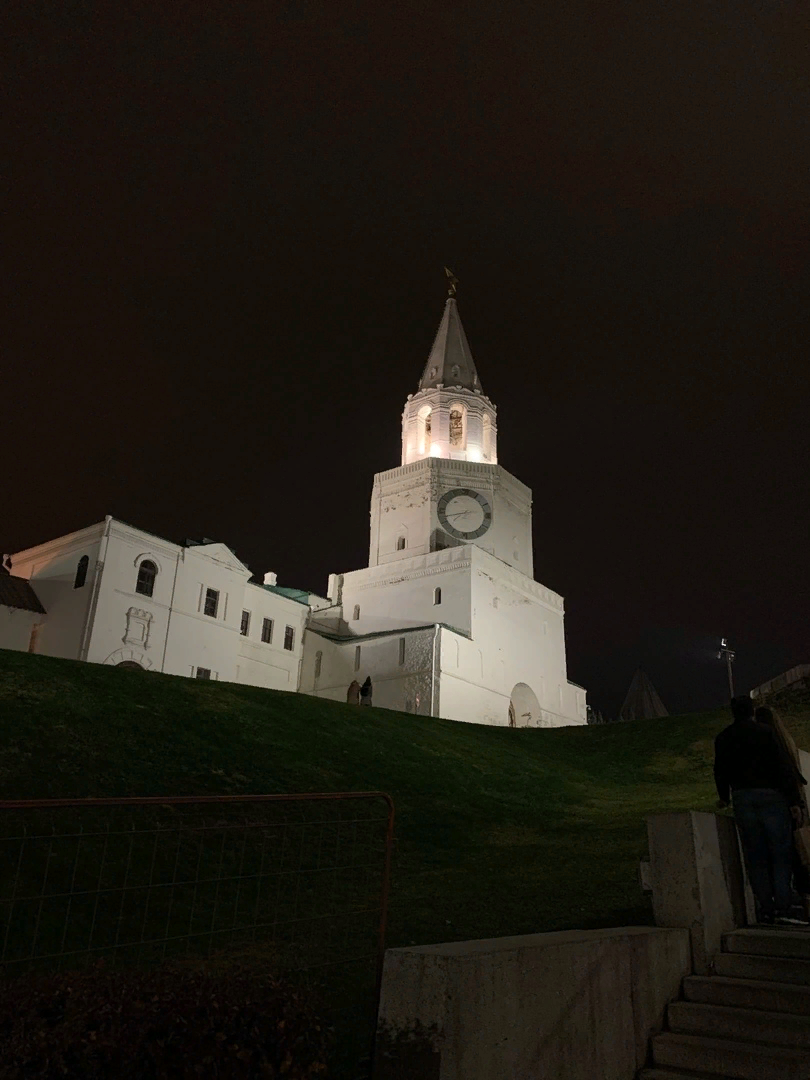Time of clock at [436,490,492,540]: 7:42
